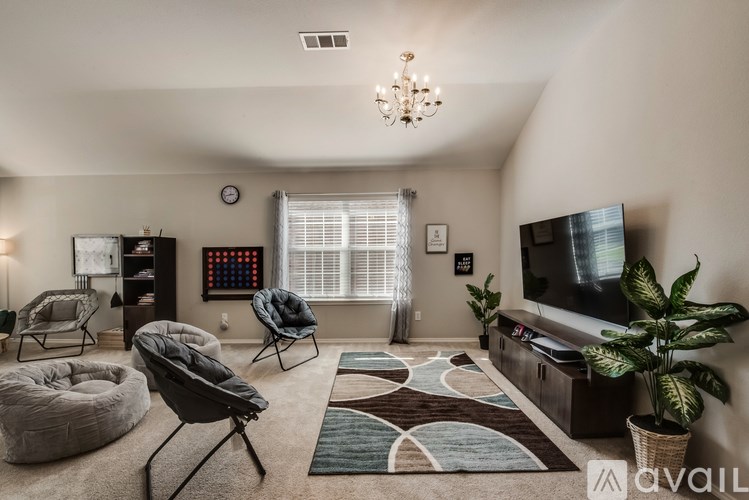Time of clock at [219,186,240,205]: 2:42
